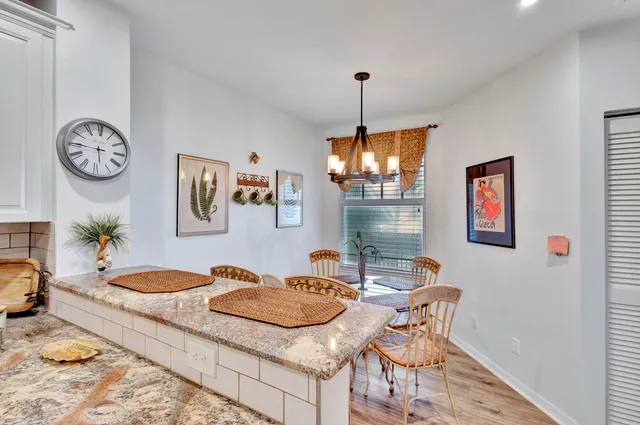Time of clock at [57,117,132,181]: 5:45
